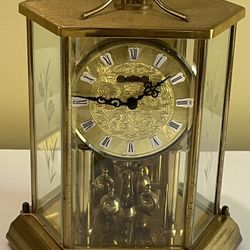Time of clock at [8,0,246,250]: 1:46
